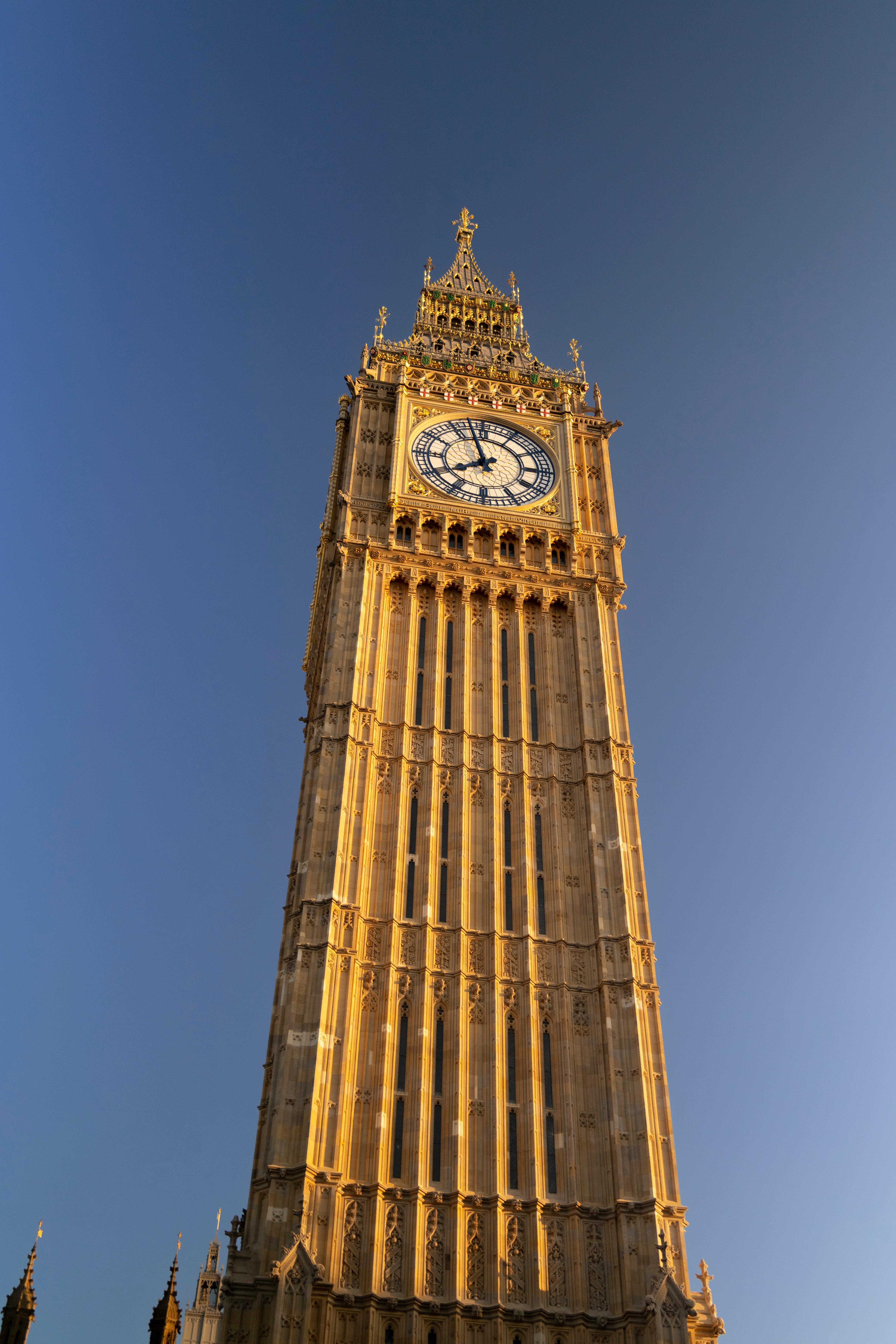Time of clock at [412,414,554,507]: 7:57
